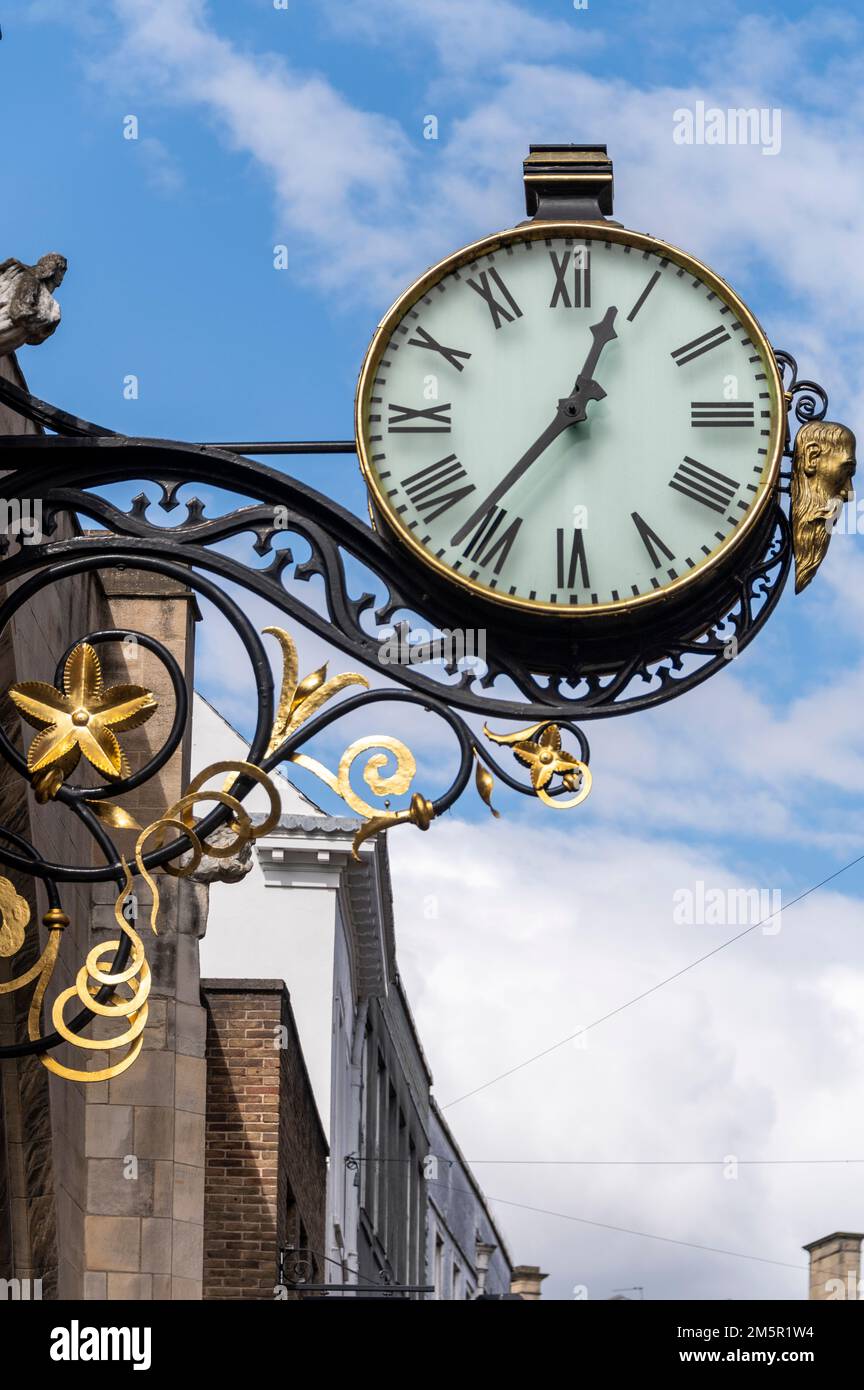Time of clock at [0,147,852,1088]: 12:36
